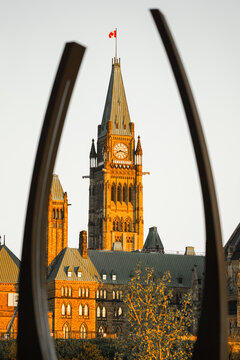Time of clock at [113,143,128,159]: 8:17
